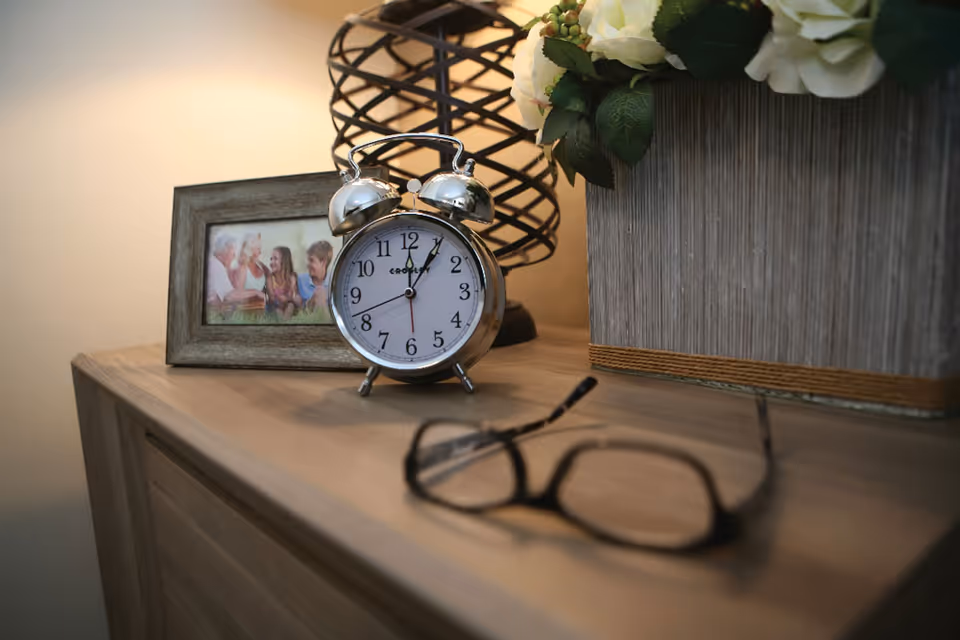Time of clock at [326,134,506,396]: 12:05
